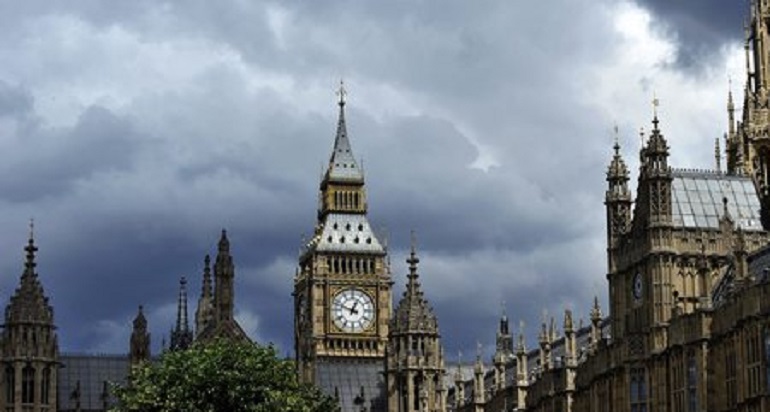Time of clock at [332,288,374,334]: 12:48
